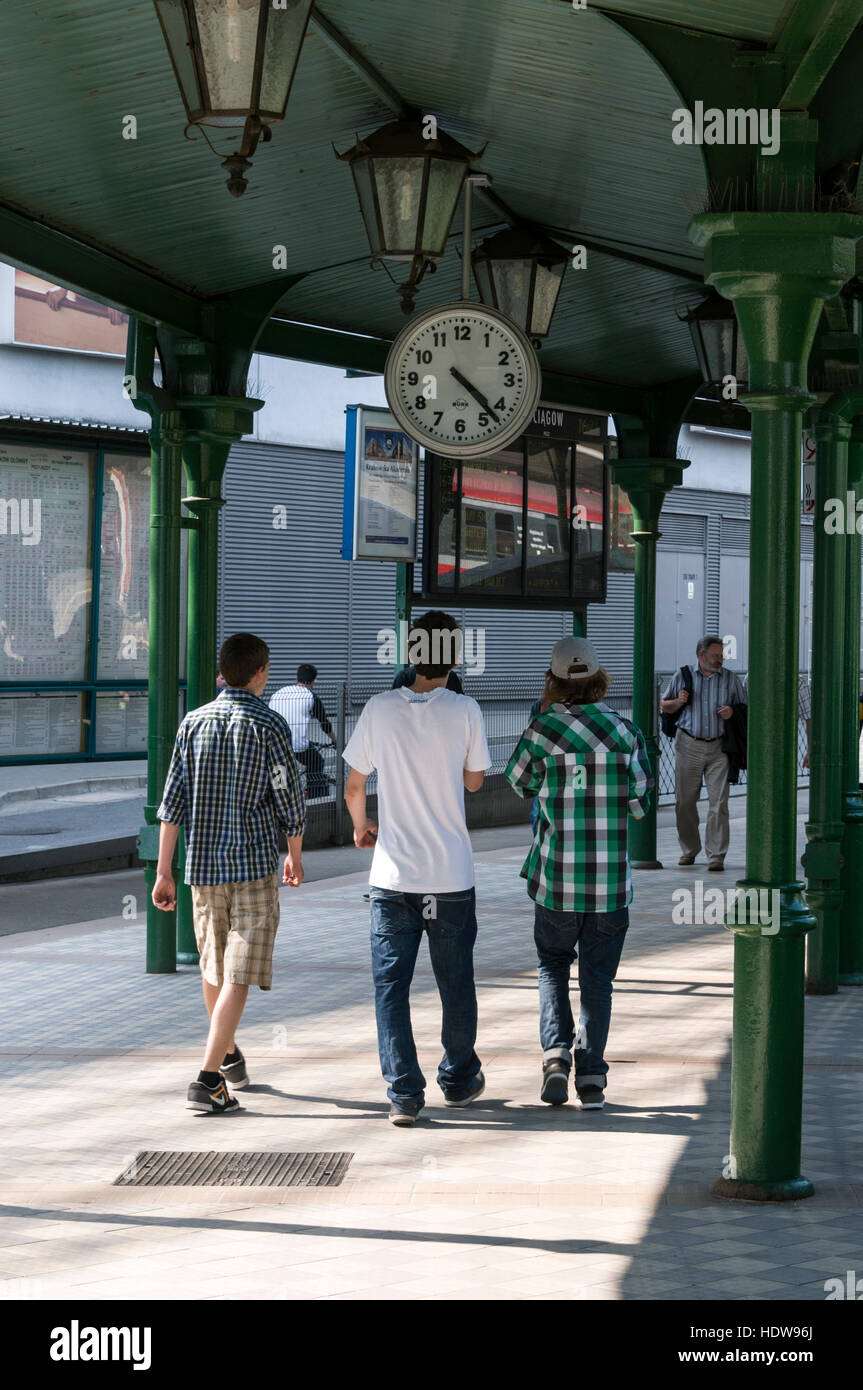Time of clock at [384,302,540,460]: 4:22
